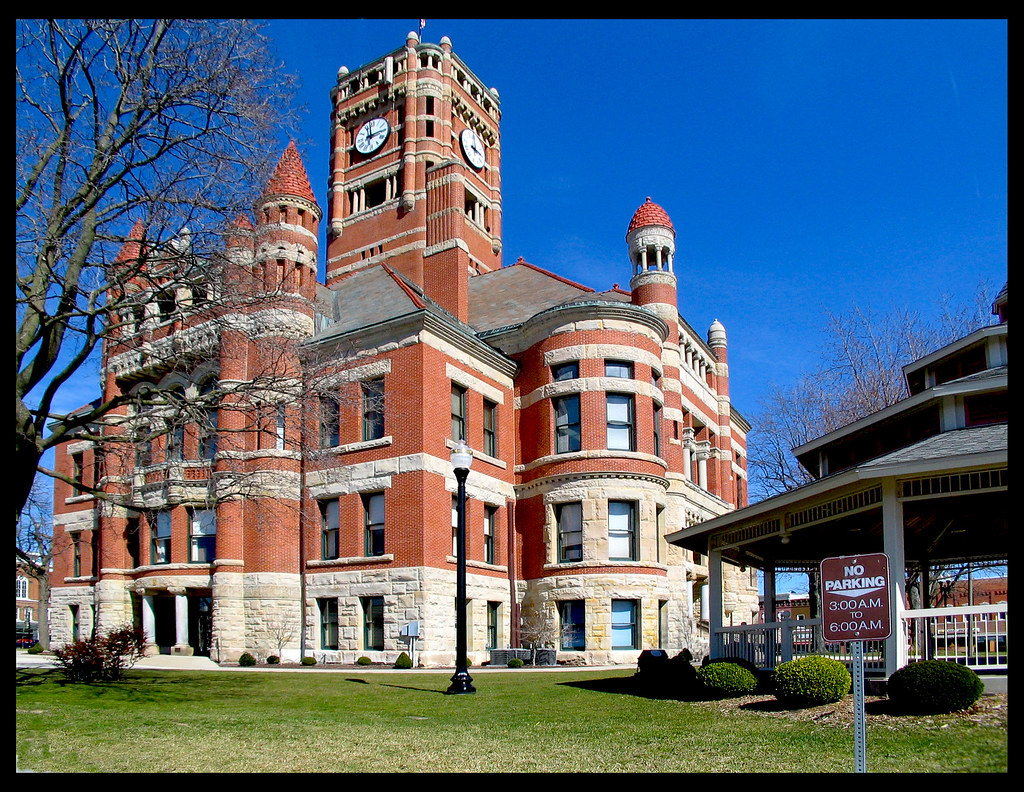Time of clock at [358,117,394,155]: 2:58
